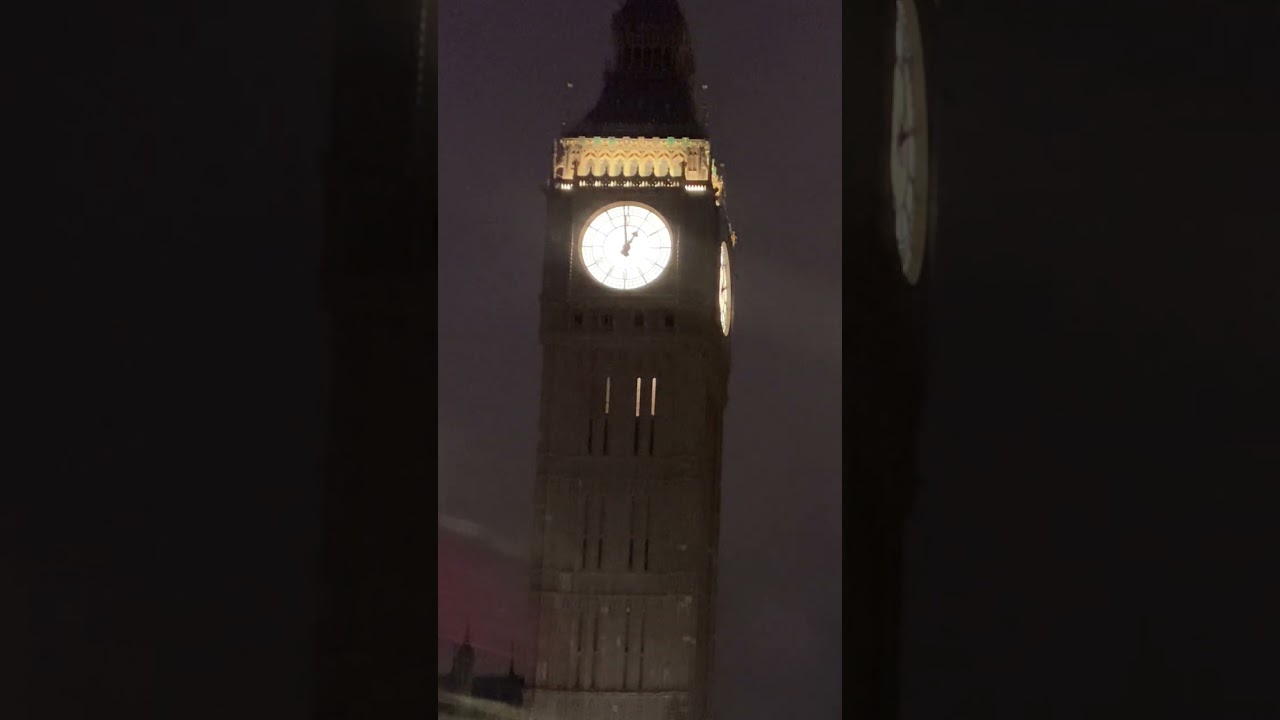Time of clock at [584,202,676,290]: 12:59
